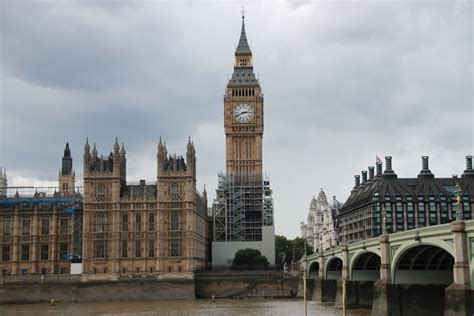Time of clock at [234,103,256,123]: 2:41
